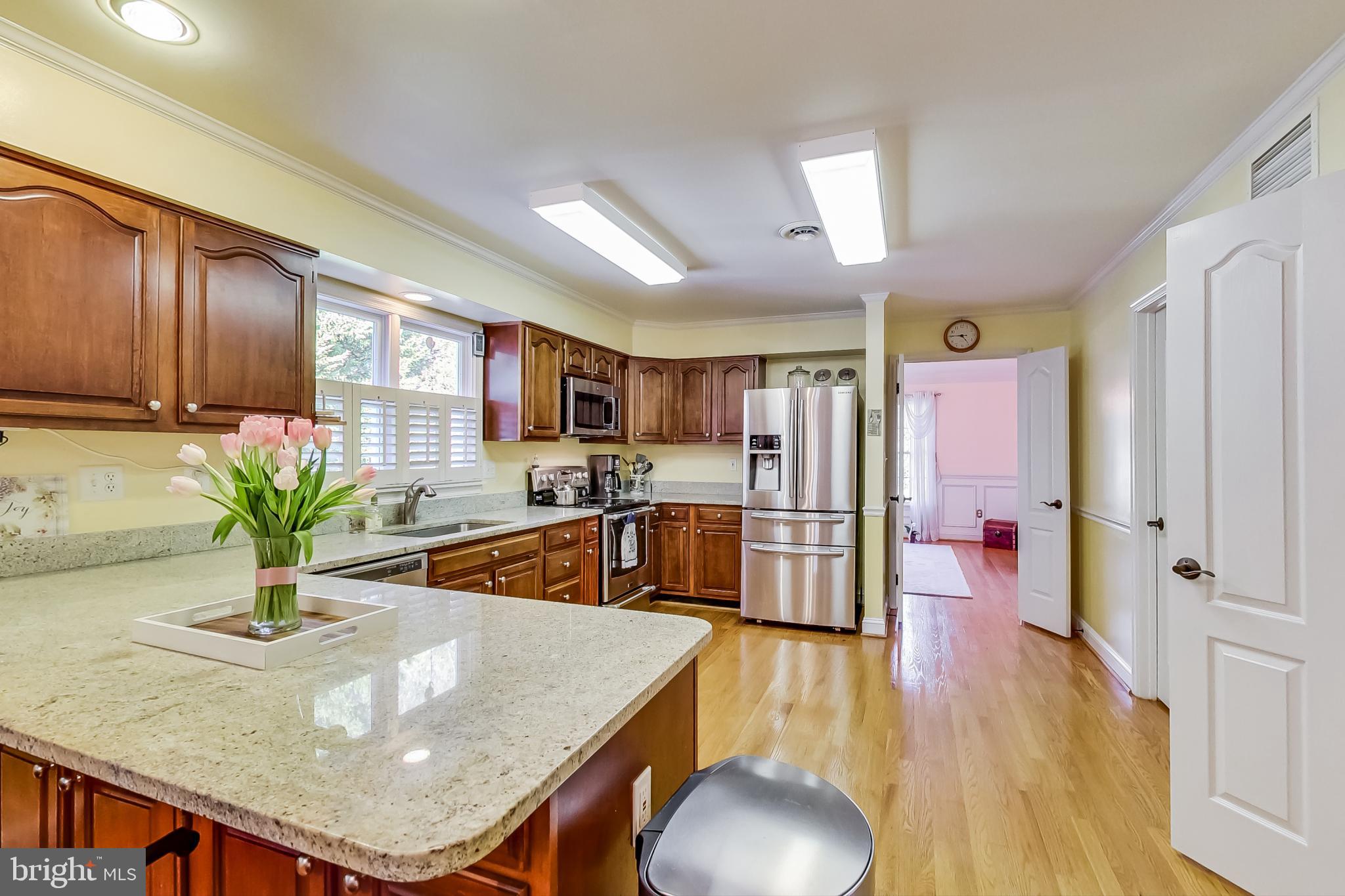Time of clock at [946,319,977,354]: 4:45
